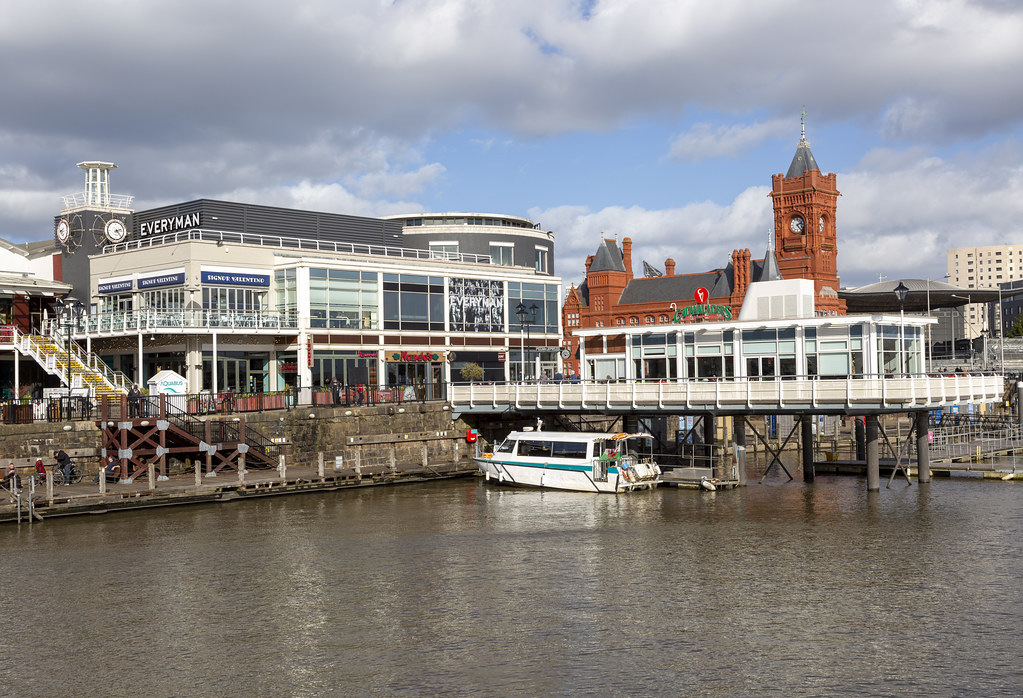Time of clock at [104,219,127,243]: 2:23
